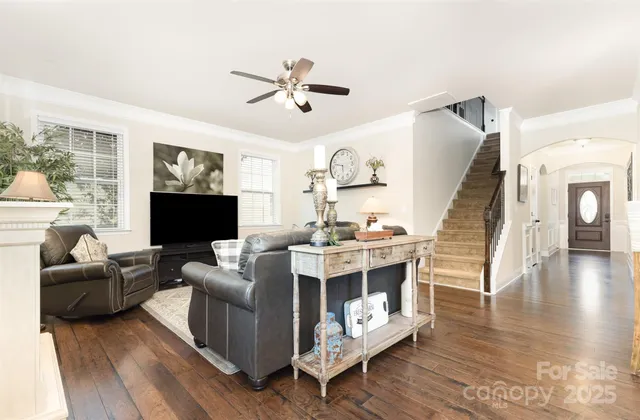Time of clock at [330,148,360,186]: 5:47
